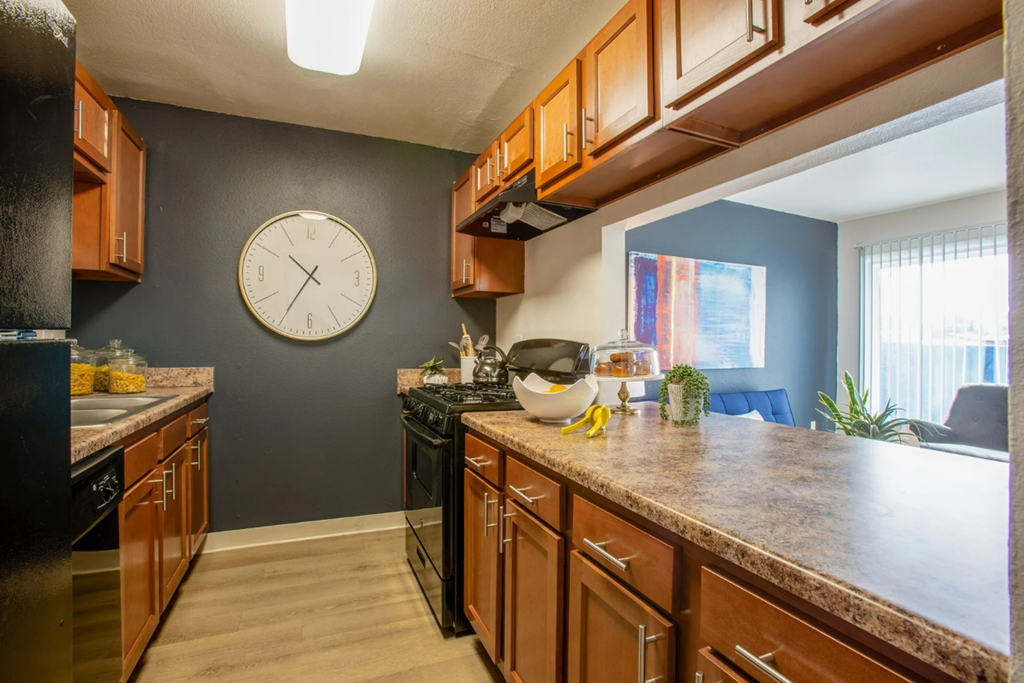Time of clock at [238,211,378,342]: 10:35
